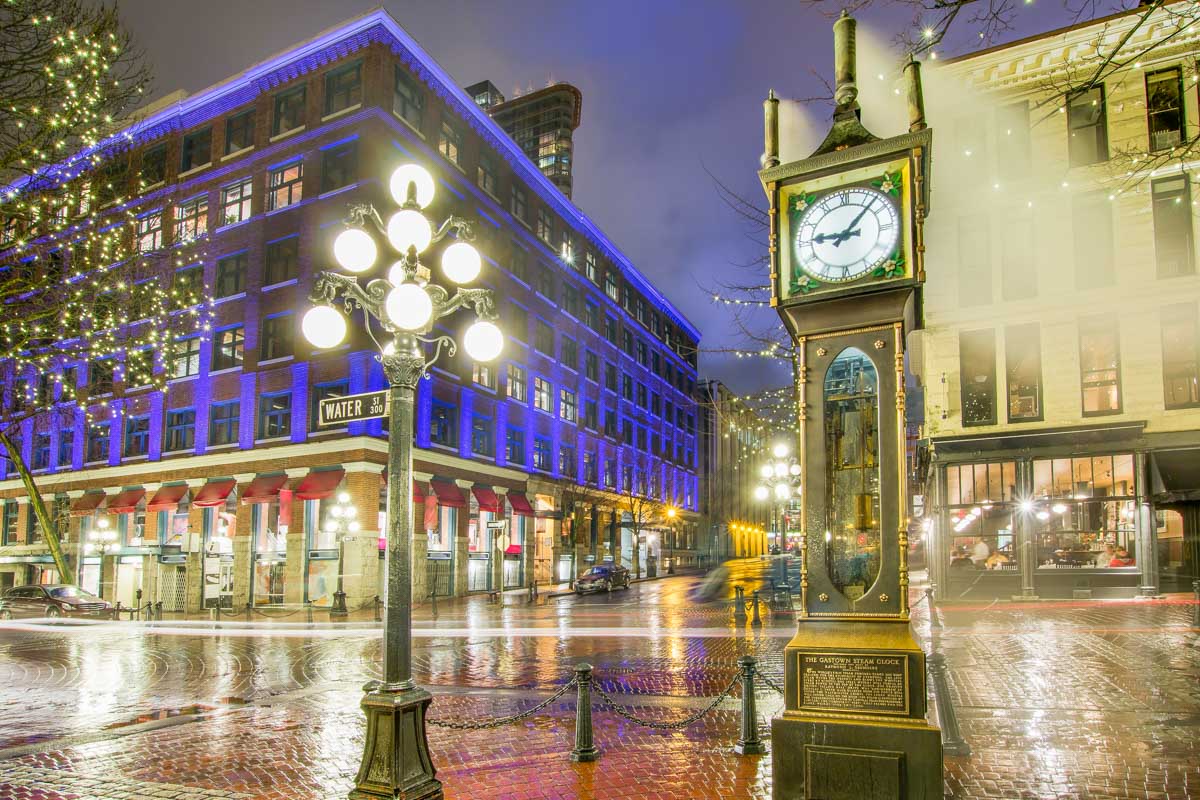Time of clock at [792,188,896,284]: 9:07
